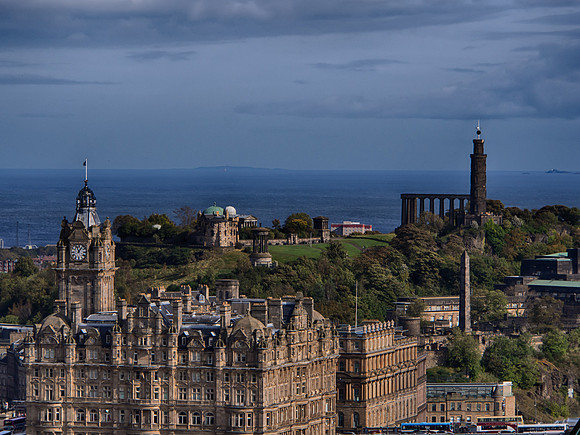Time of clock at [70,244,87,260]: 11:06
